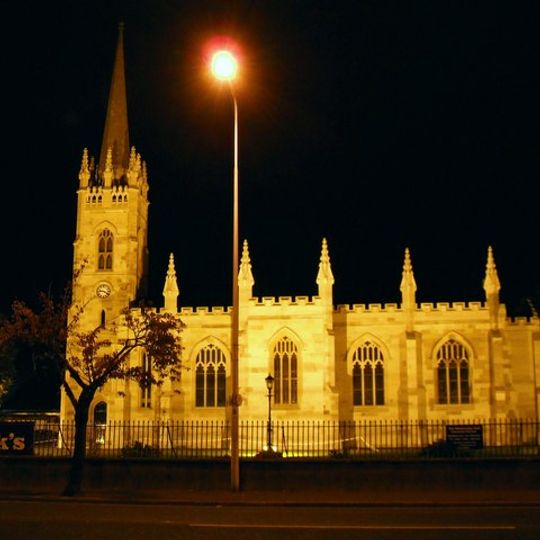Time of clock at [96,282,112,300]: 9:20
